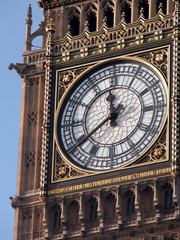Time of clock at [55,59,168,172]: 11:39
